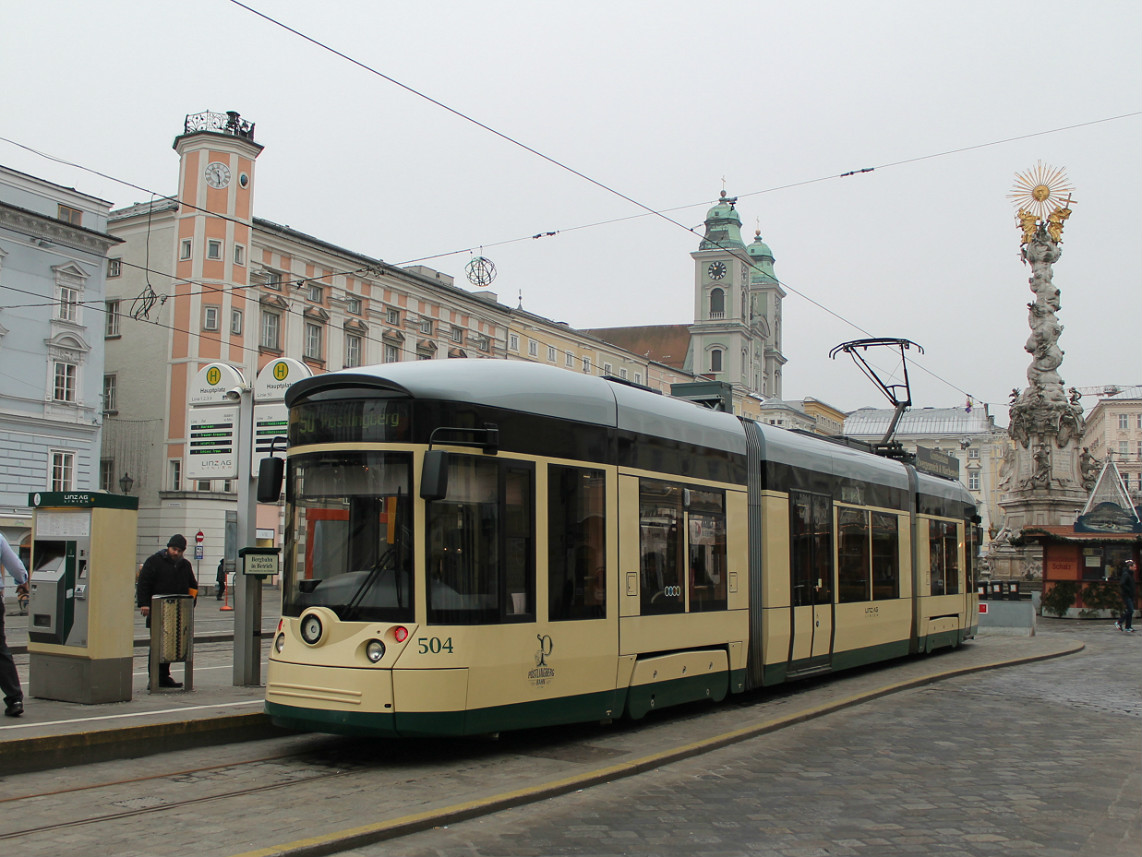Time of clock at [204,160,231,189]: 10:28
